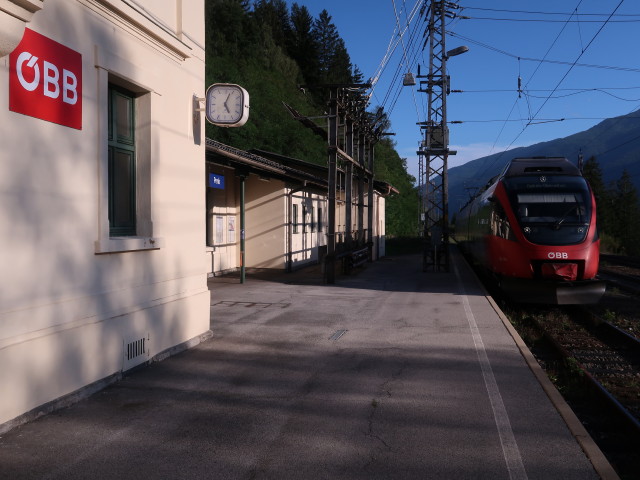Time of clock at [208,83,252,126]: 5:03
